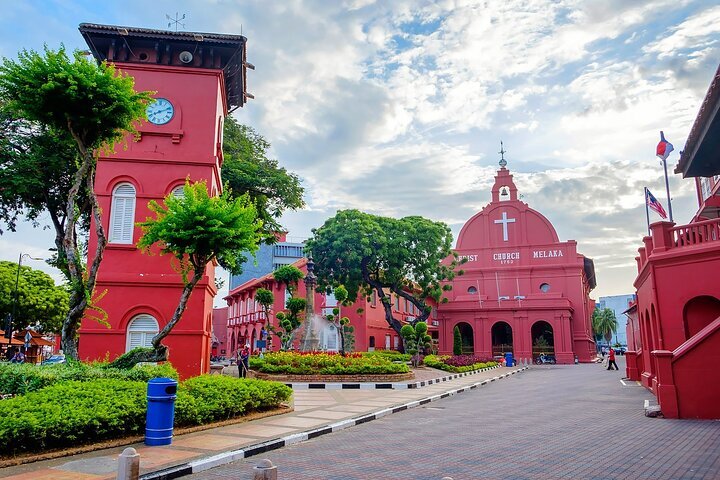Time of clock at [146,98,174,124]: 8:11
